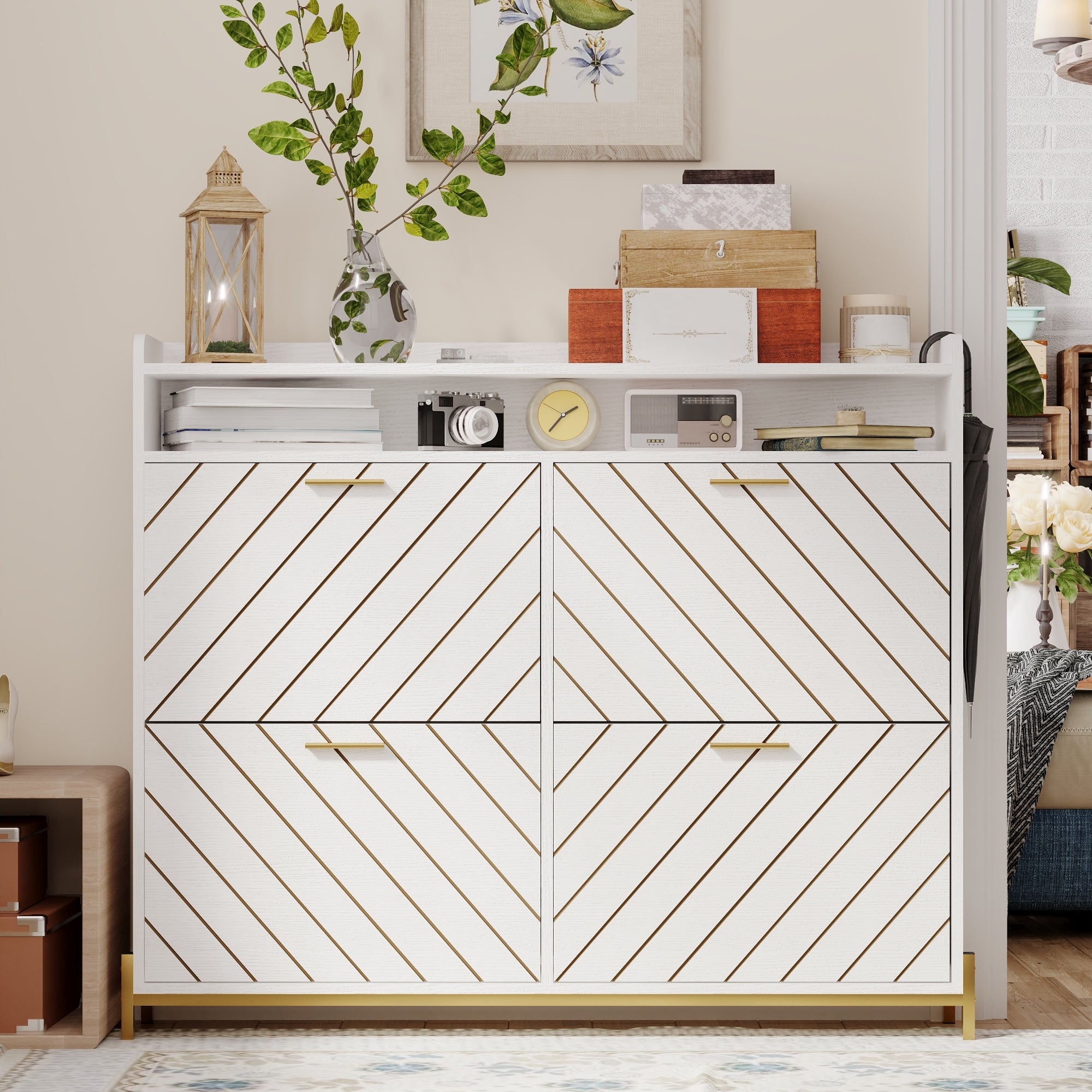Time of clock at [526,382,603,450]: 1:36
